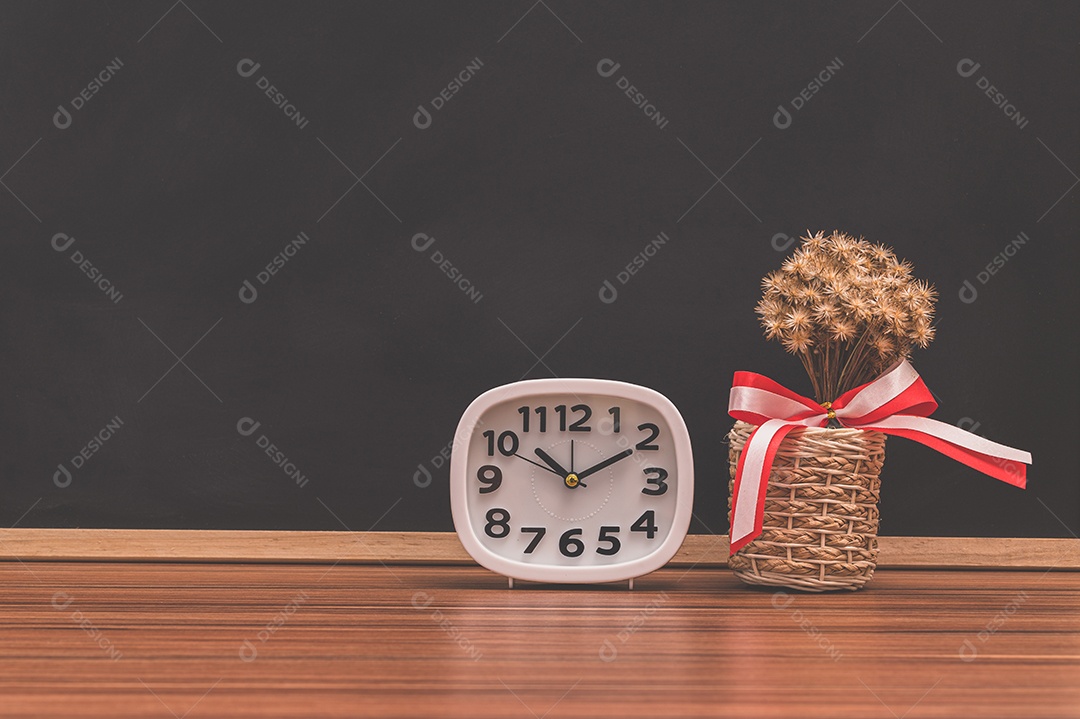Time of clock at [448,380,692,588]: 10:10
